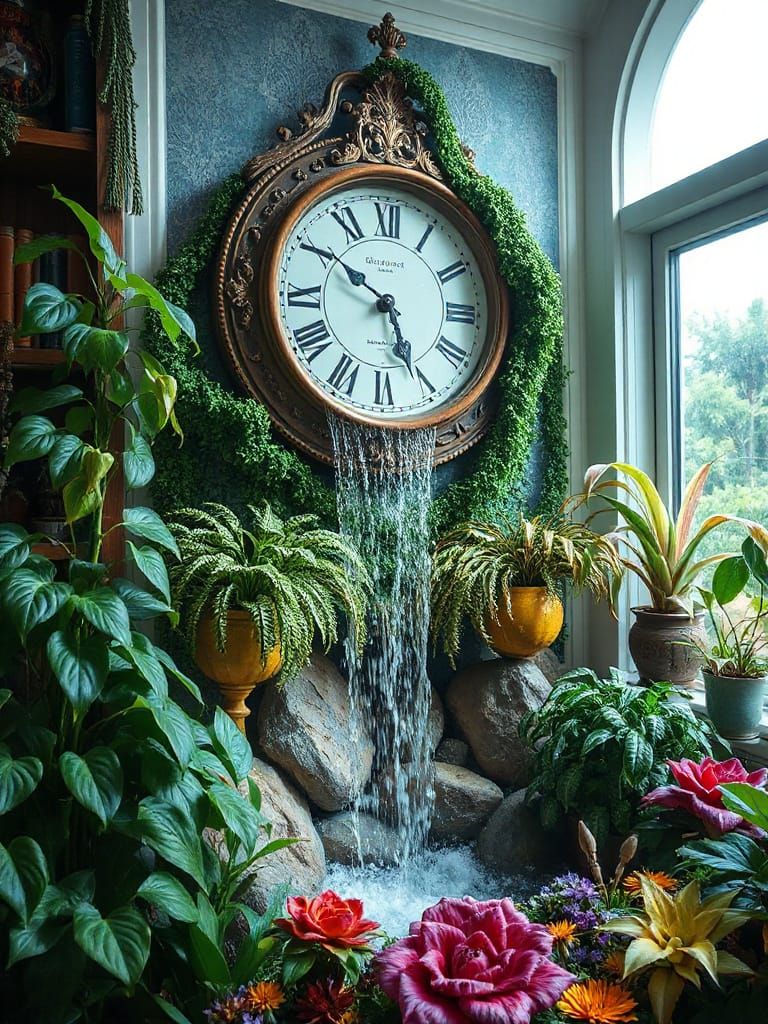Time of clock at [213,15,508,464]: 4:50
